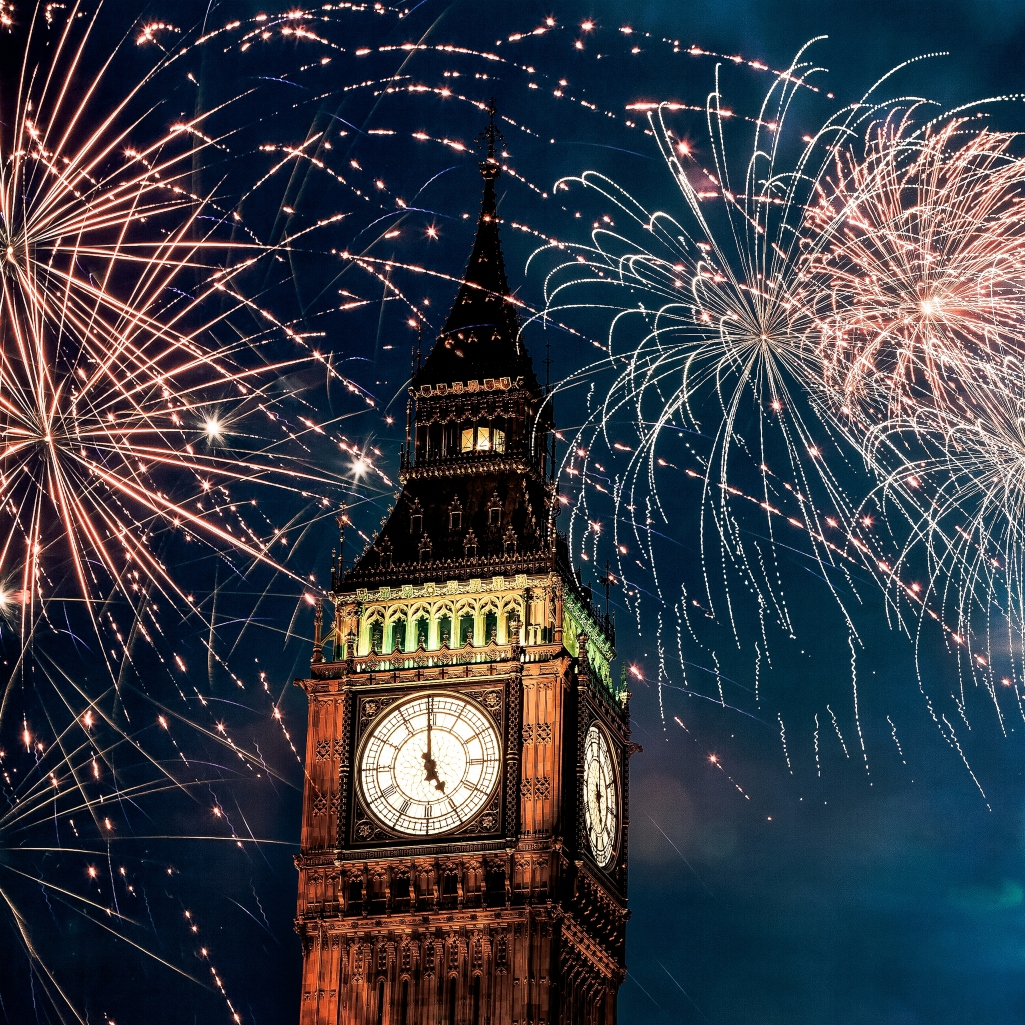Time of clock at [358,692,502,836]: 4:59
